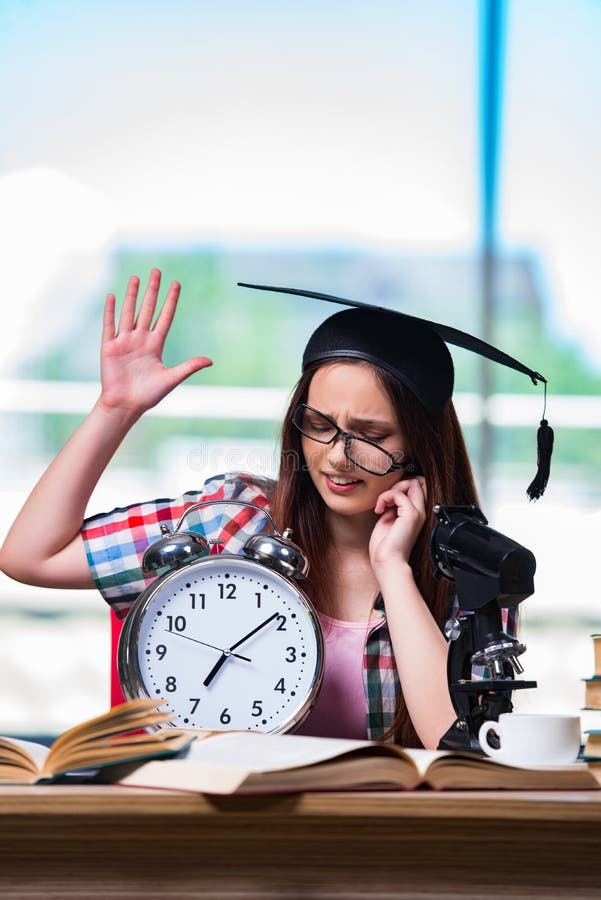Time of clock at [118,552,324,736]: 7:08
